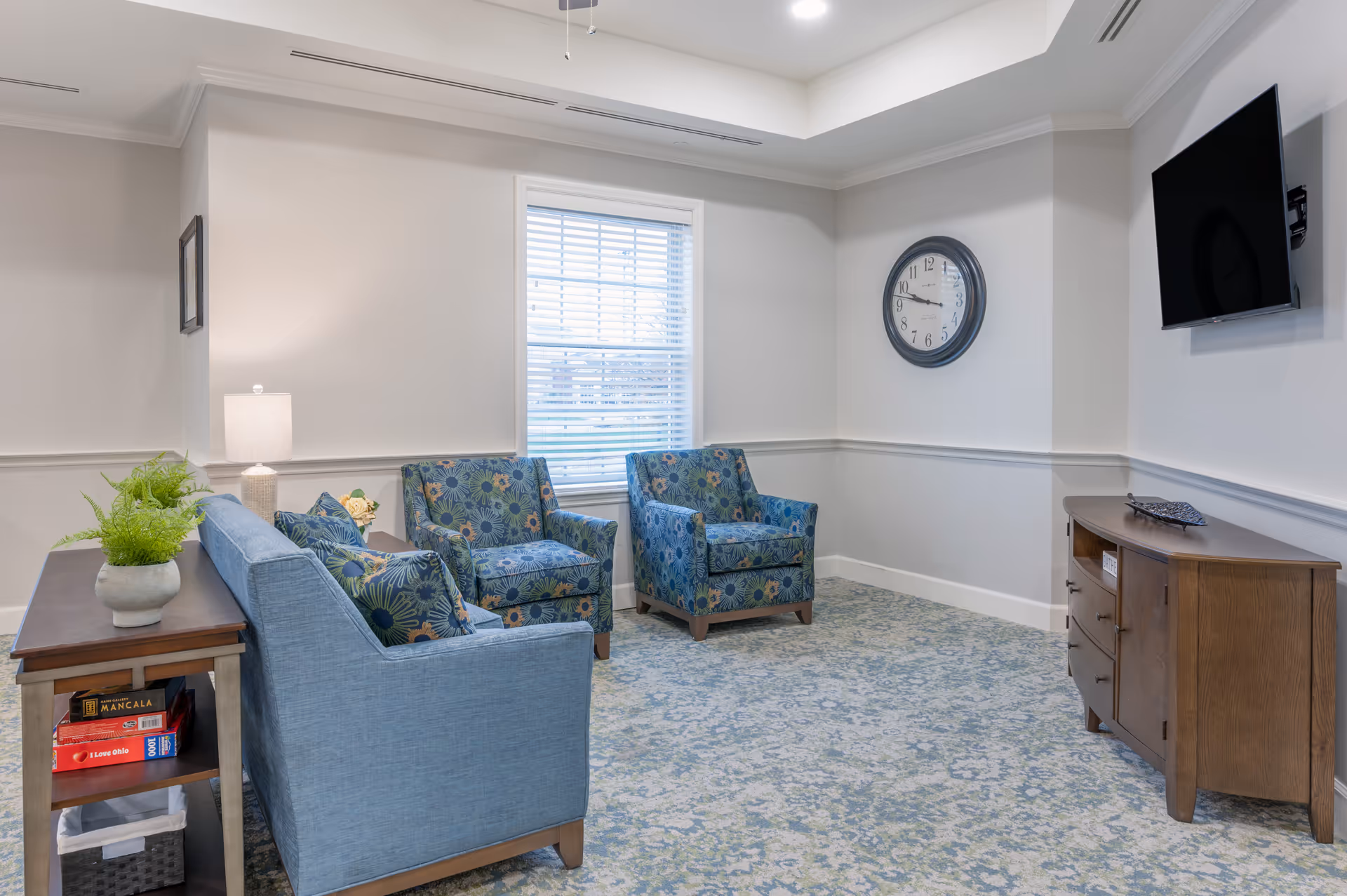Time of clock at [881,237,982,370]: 9:47
